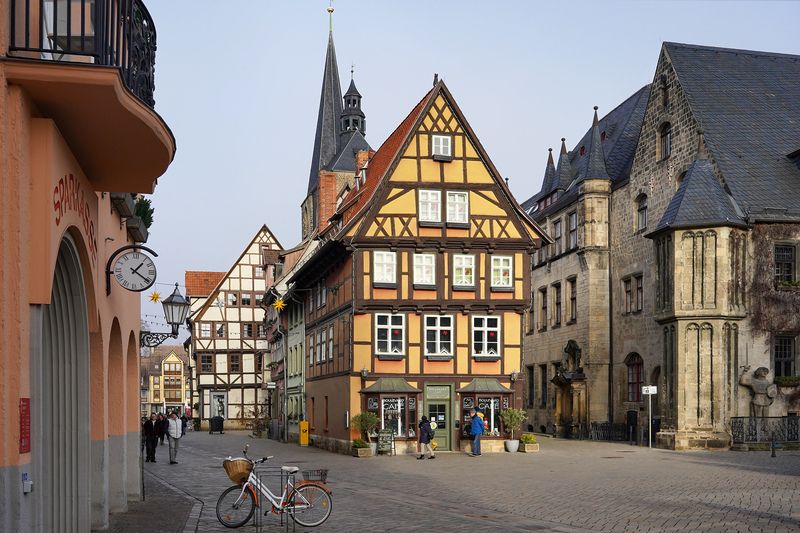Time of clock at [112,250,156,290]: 1:20
